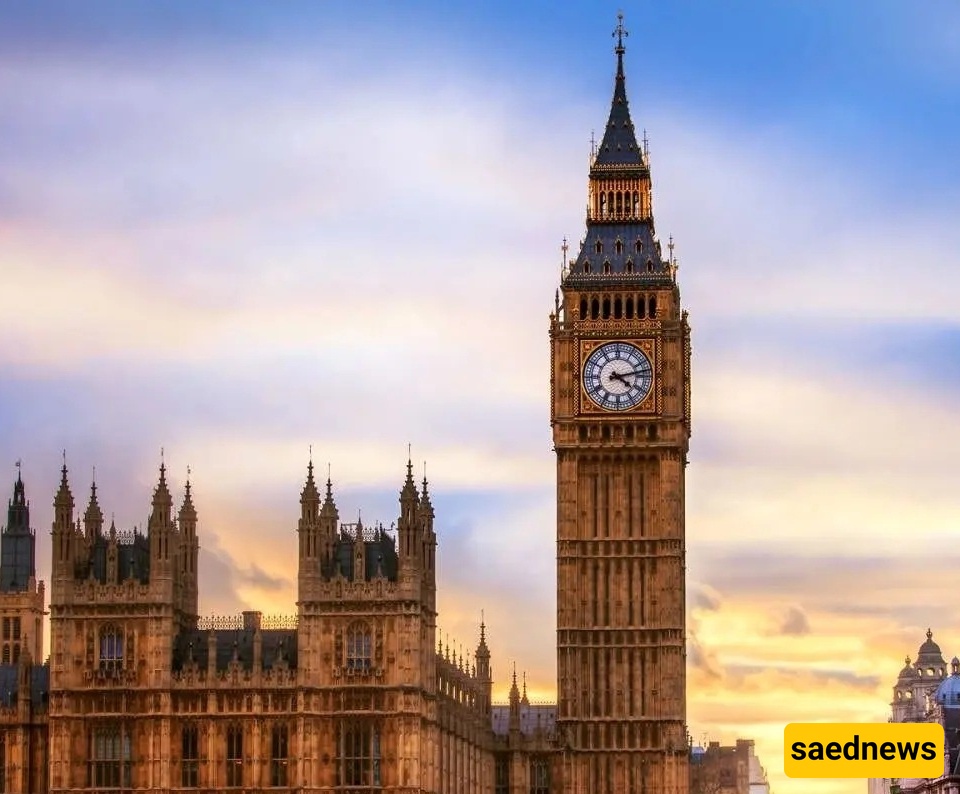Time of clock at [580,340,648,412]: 4:12
